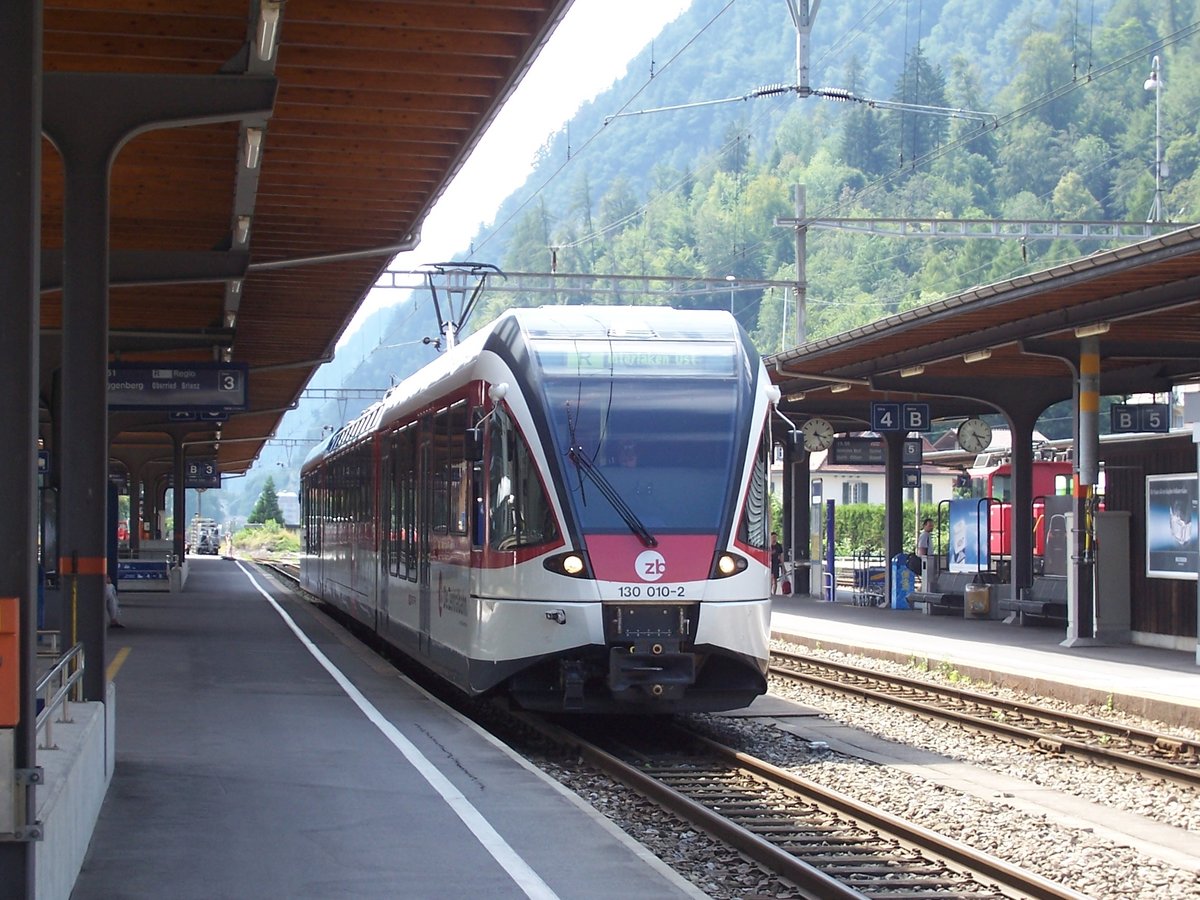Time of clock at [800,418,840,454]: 3:24
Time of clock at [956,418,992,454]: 3:25
